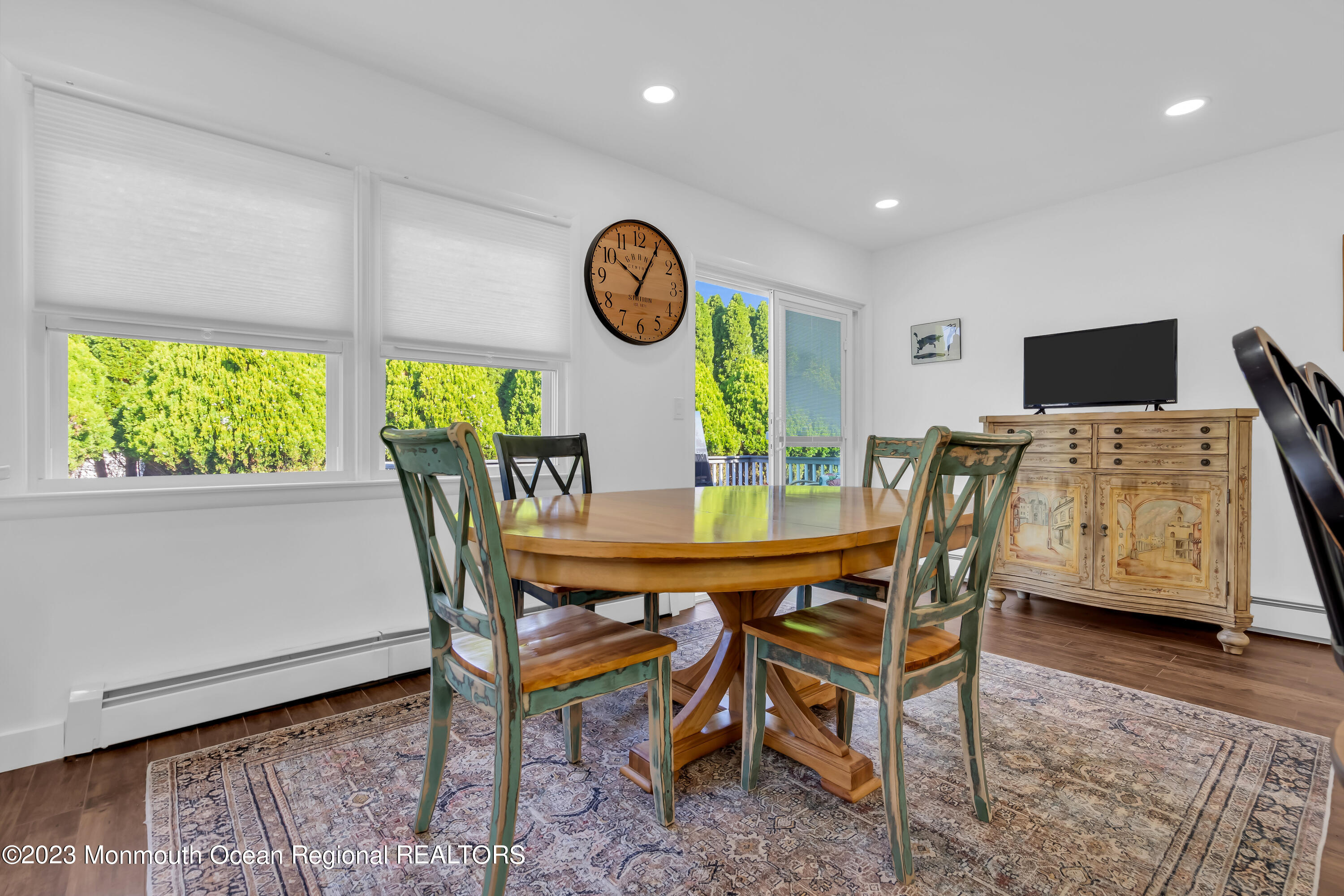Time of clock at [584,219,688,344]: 10:04
